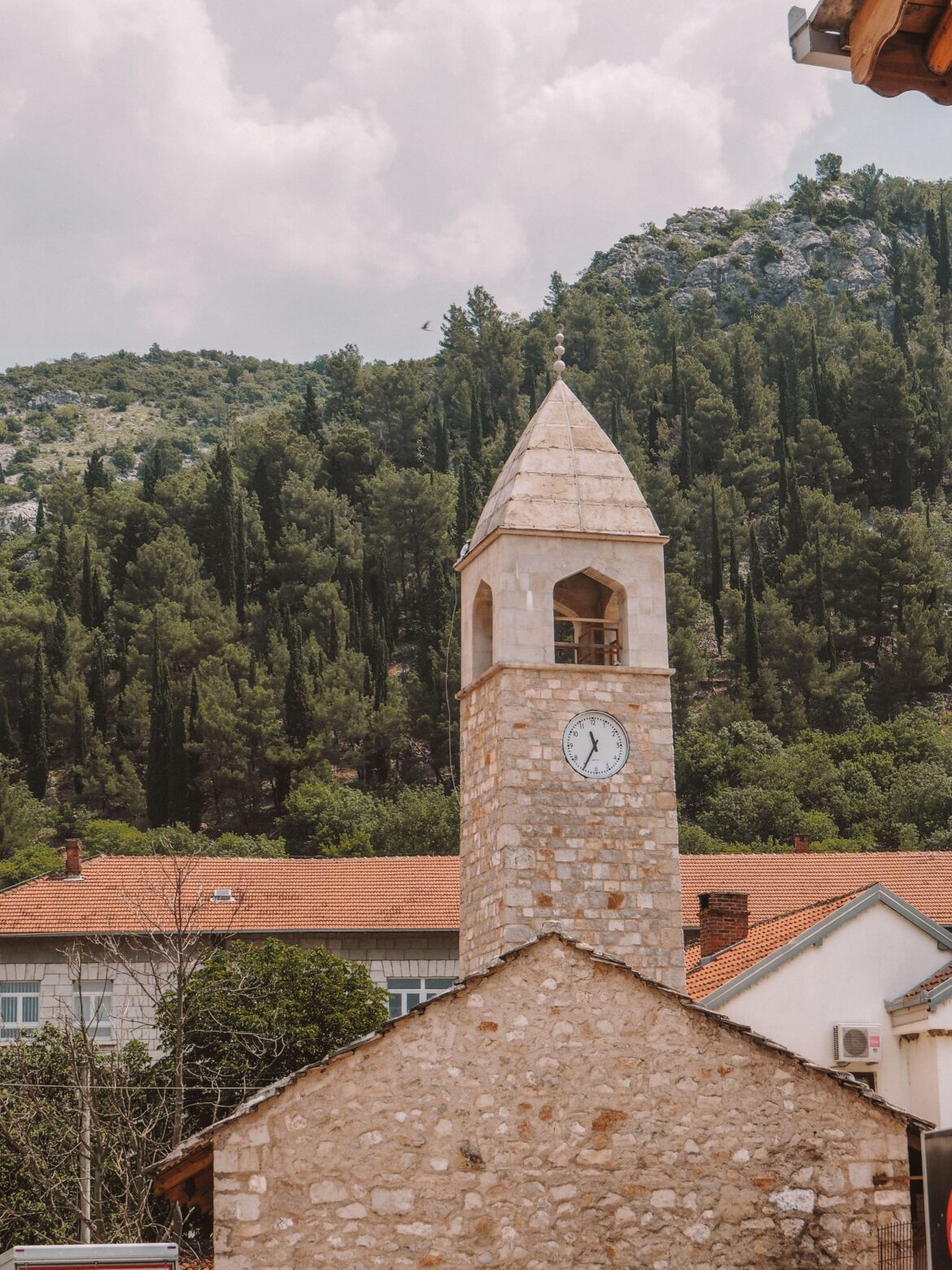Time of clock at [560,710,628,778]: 11:35
